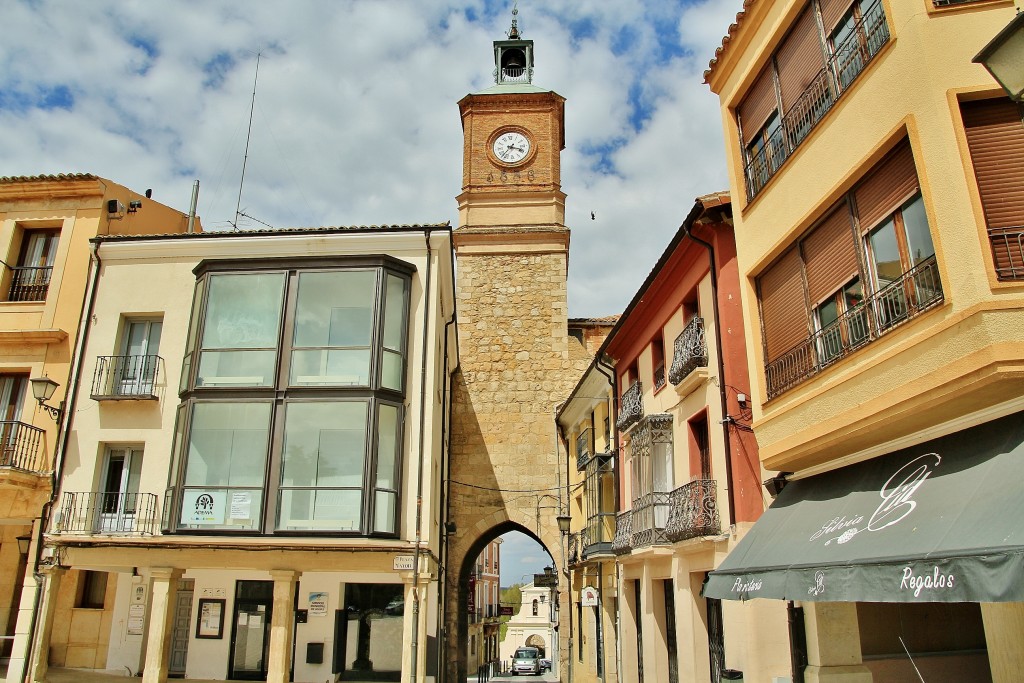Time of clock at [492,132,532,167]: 3:37
